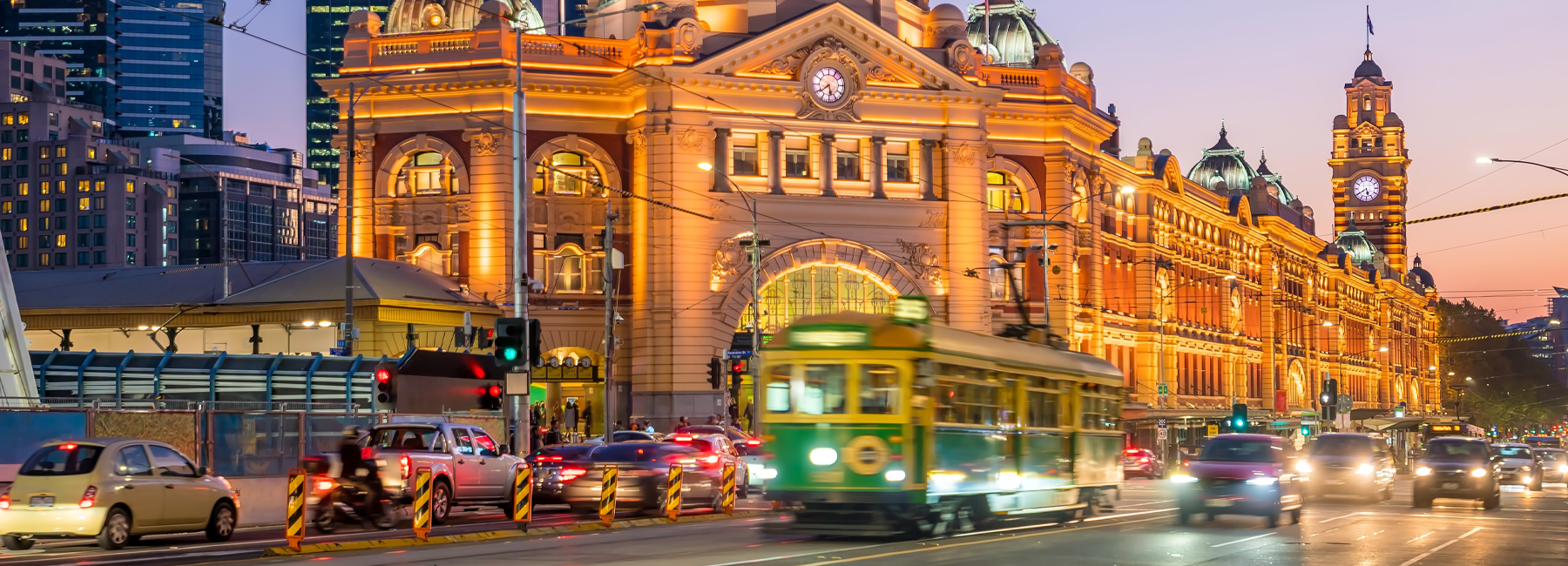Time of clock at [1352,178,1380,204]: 5:39
